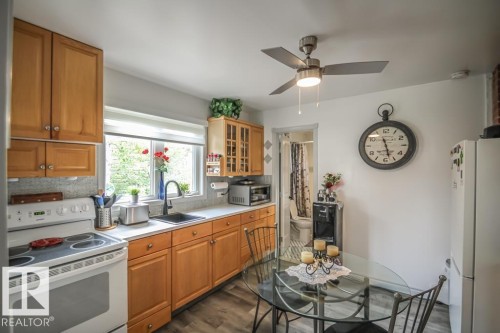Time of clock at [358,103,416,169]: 5:27
